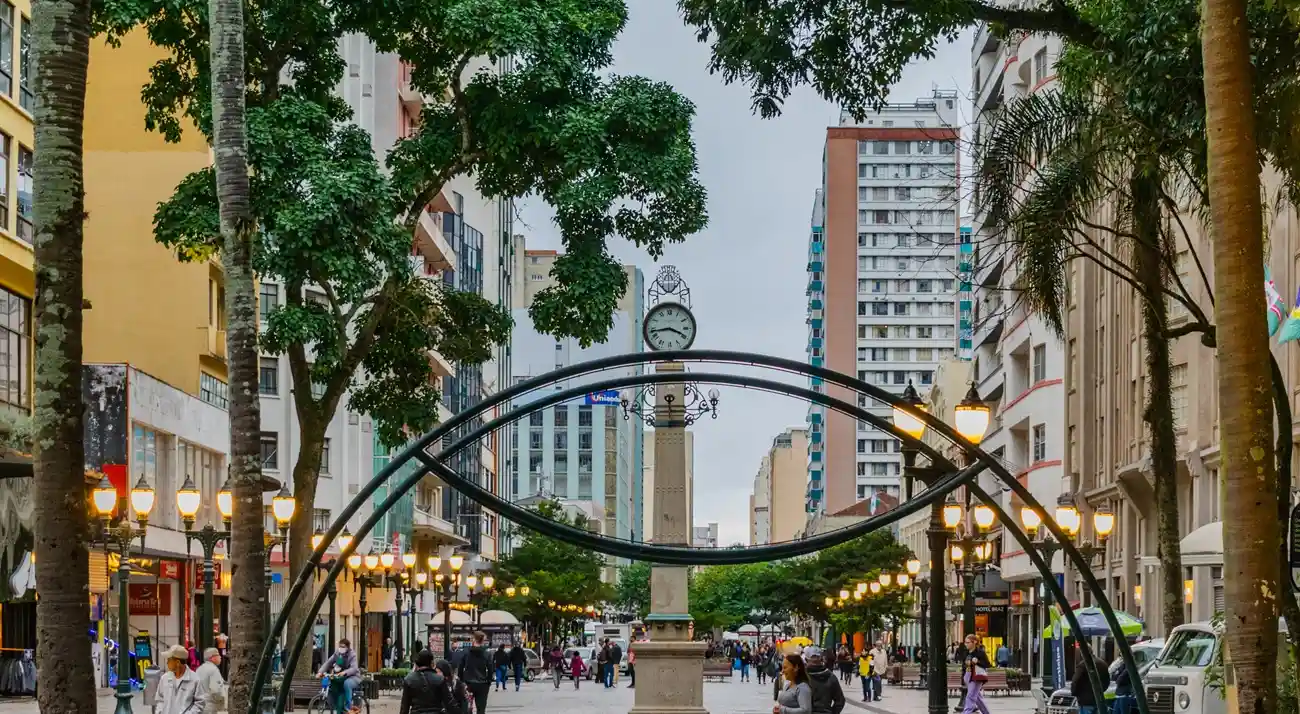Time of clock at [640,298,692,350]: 3:43
